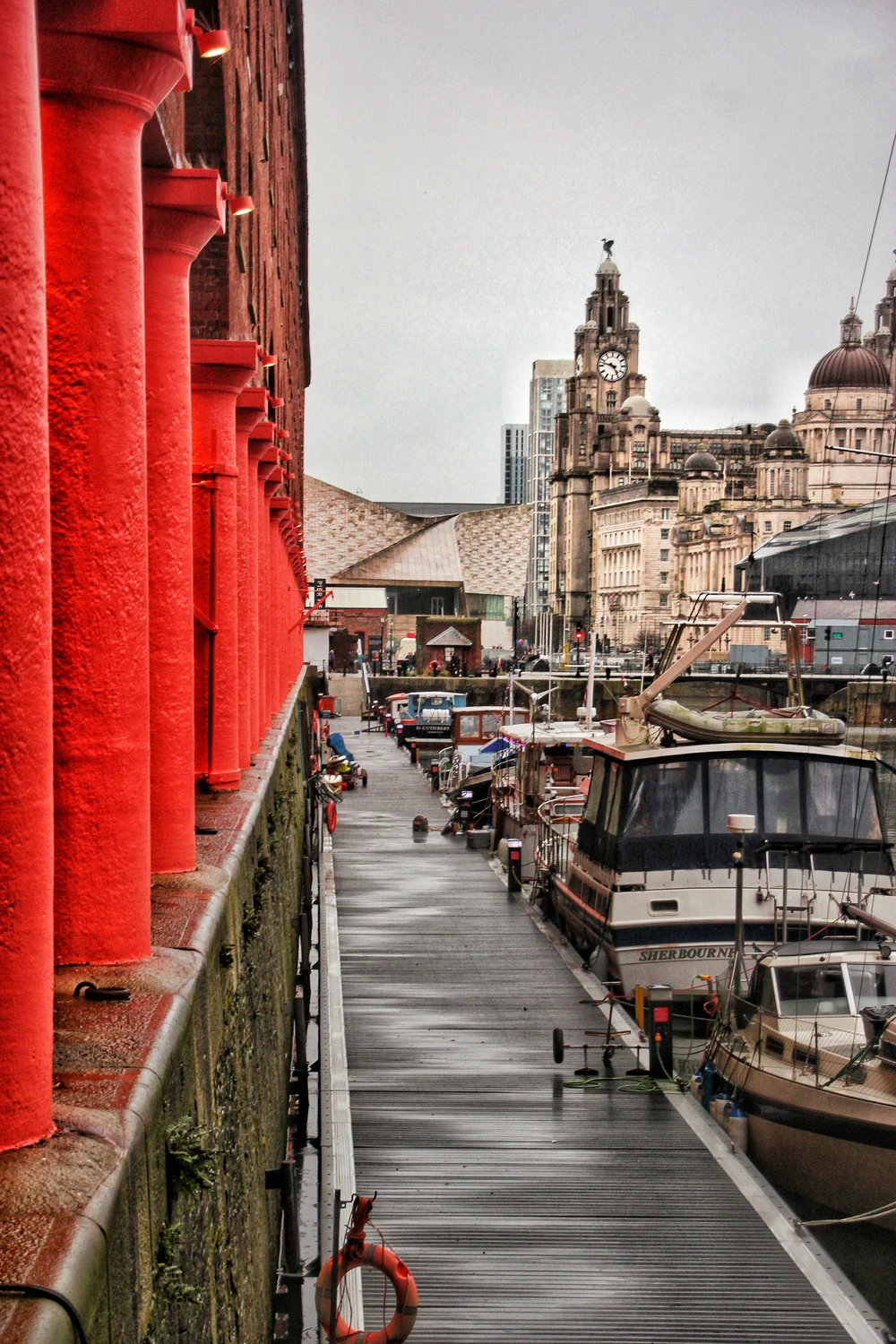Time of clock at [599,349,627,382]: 4:47
